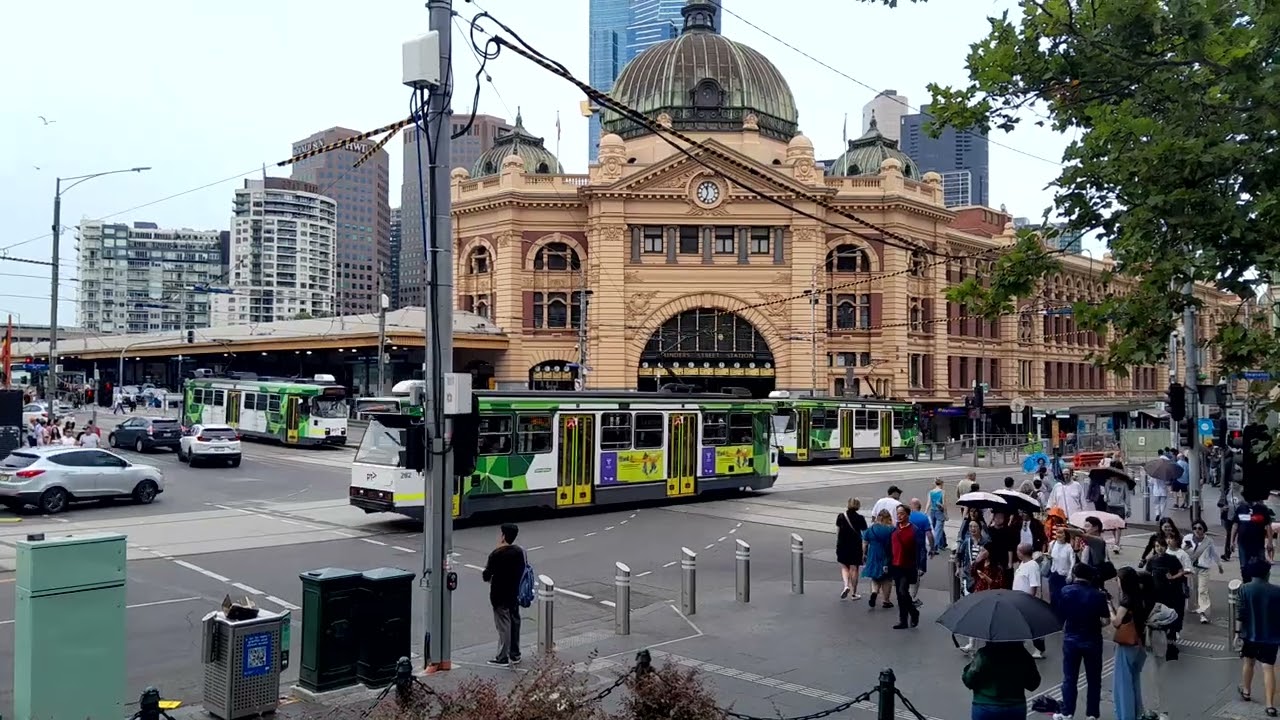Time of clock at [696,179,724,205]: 11:33
